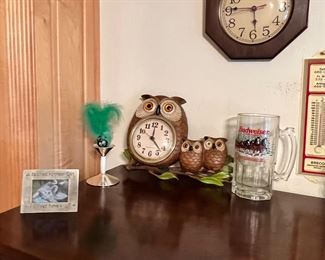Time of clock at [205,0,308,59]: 5:45
